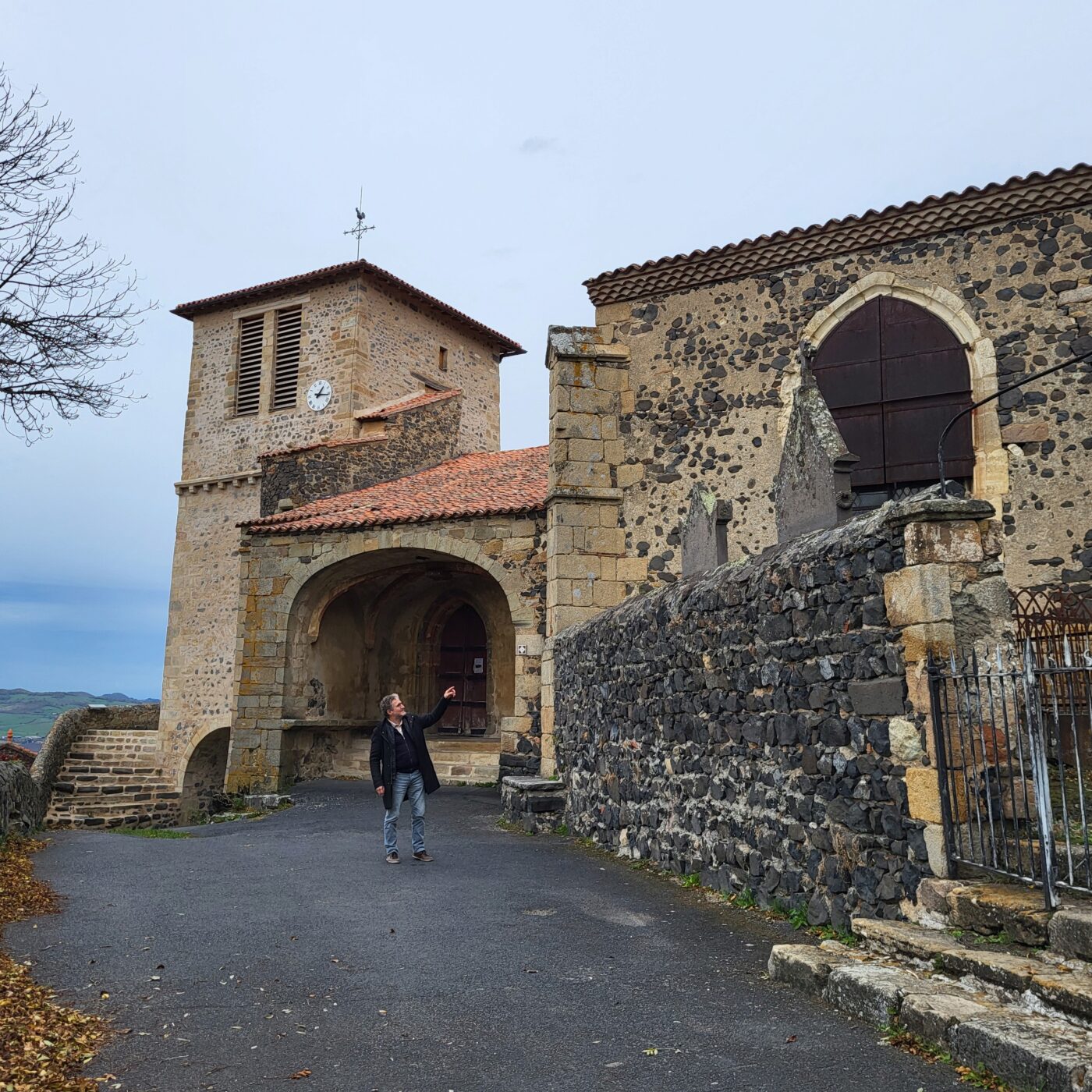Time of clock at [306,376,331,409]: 1:16
